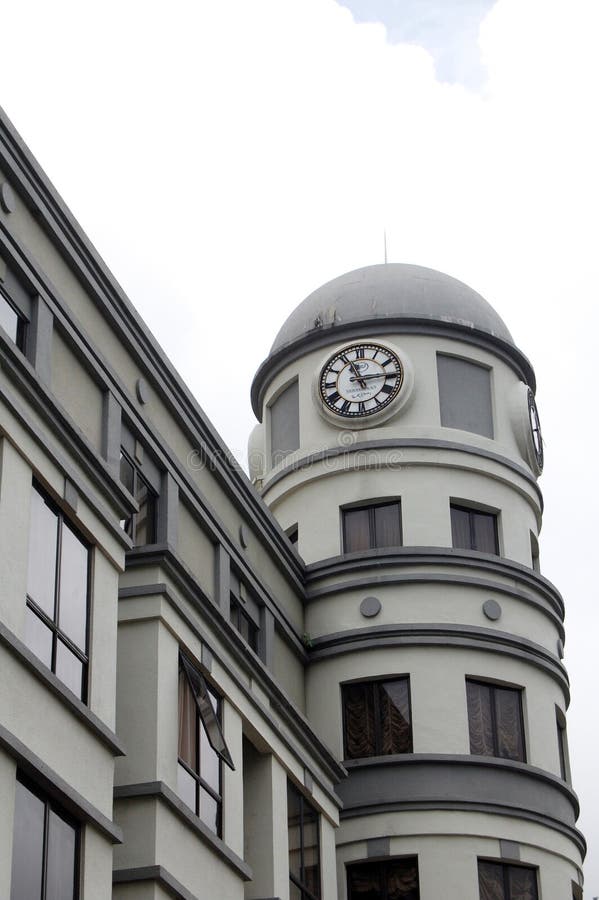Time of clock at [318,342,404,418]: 11:14
